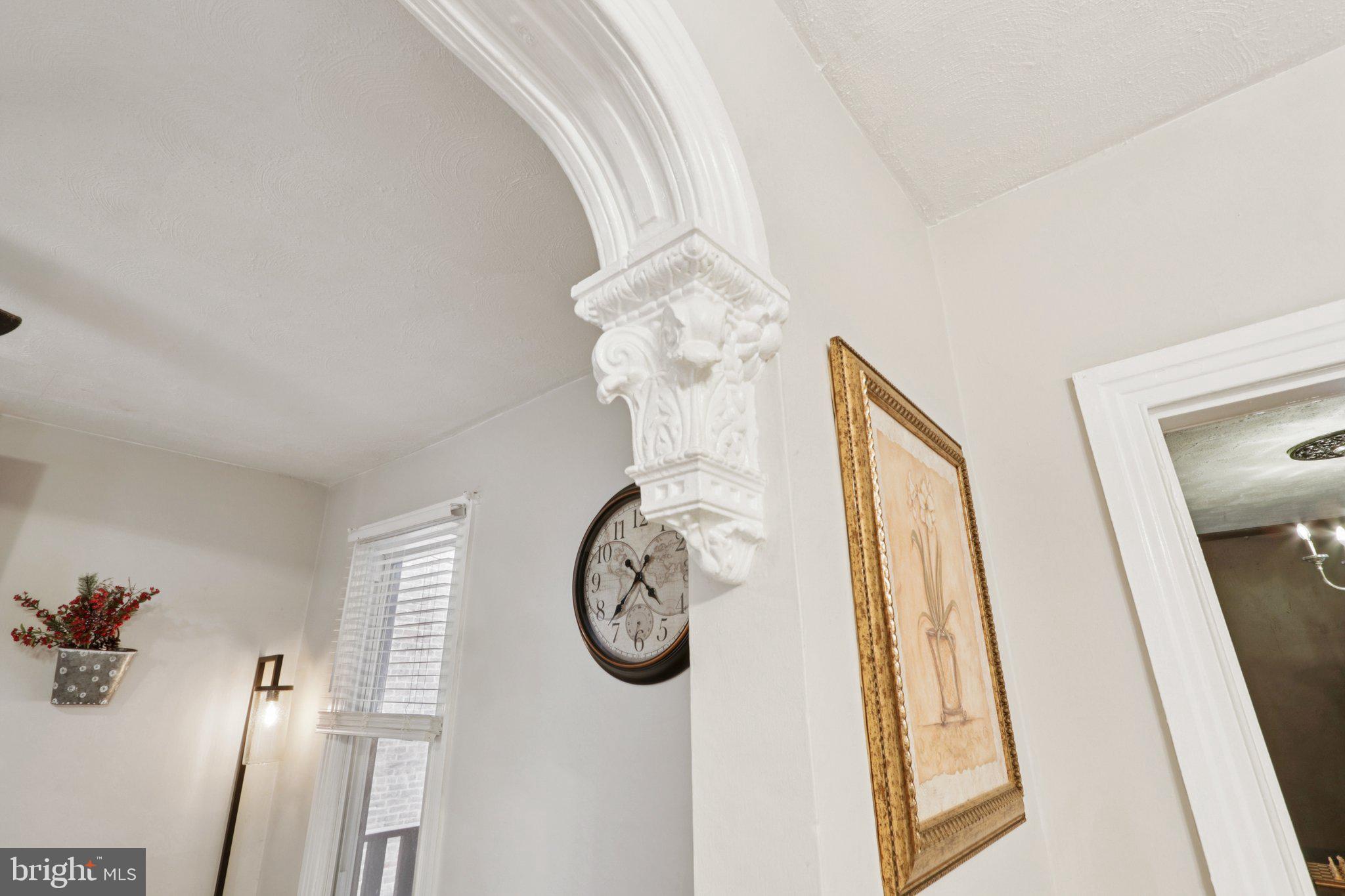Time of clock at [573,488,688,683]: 4:36
